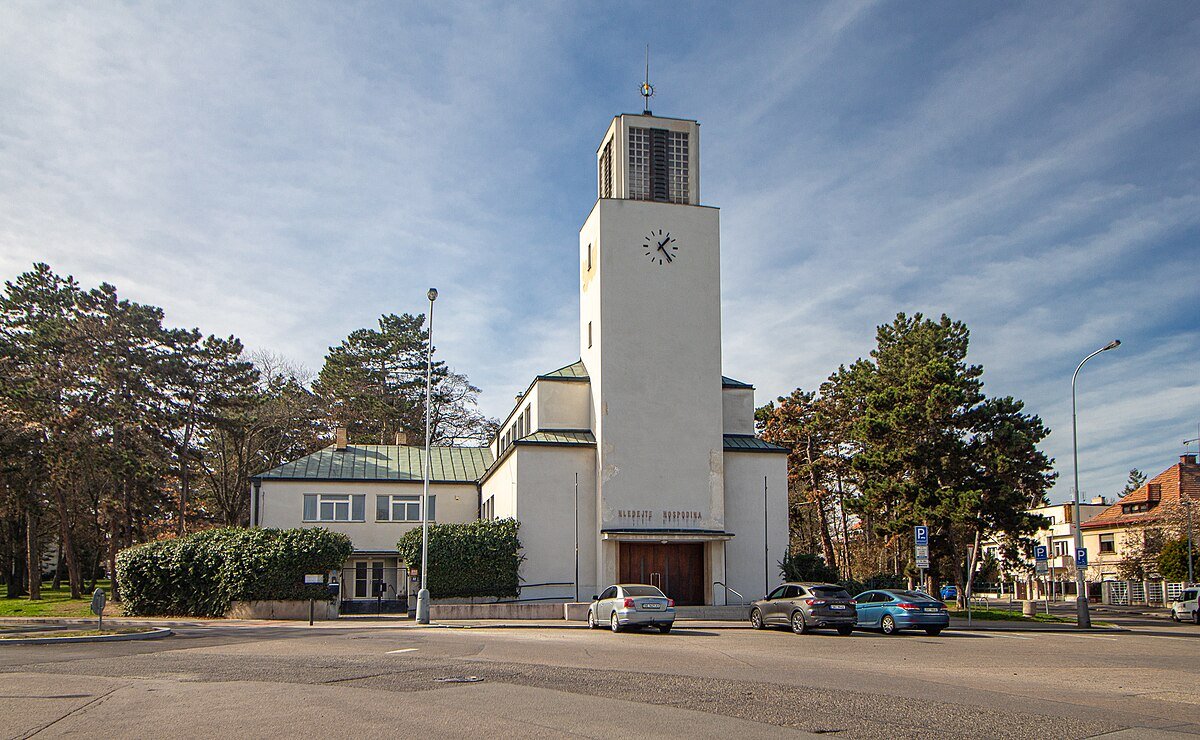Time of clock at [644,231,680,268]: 1:23
